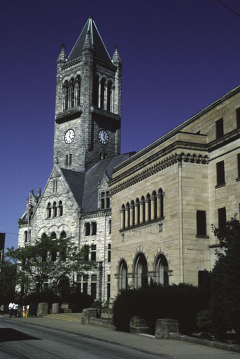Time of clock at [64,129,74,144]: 12:23
